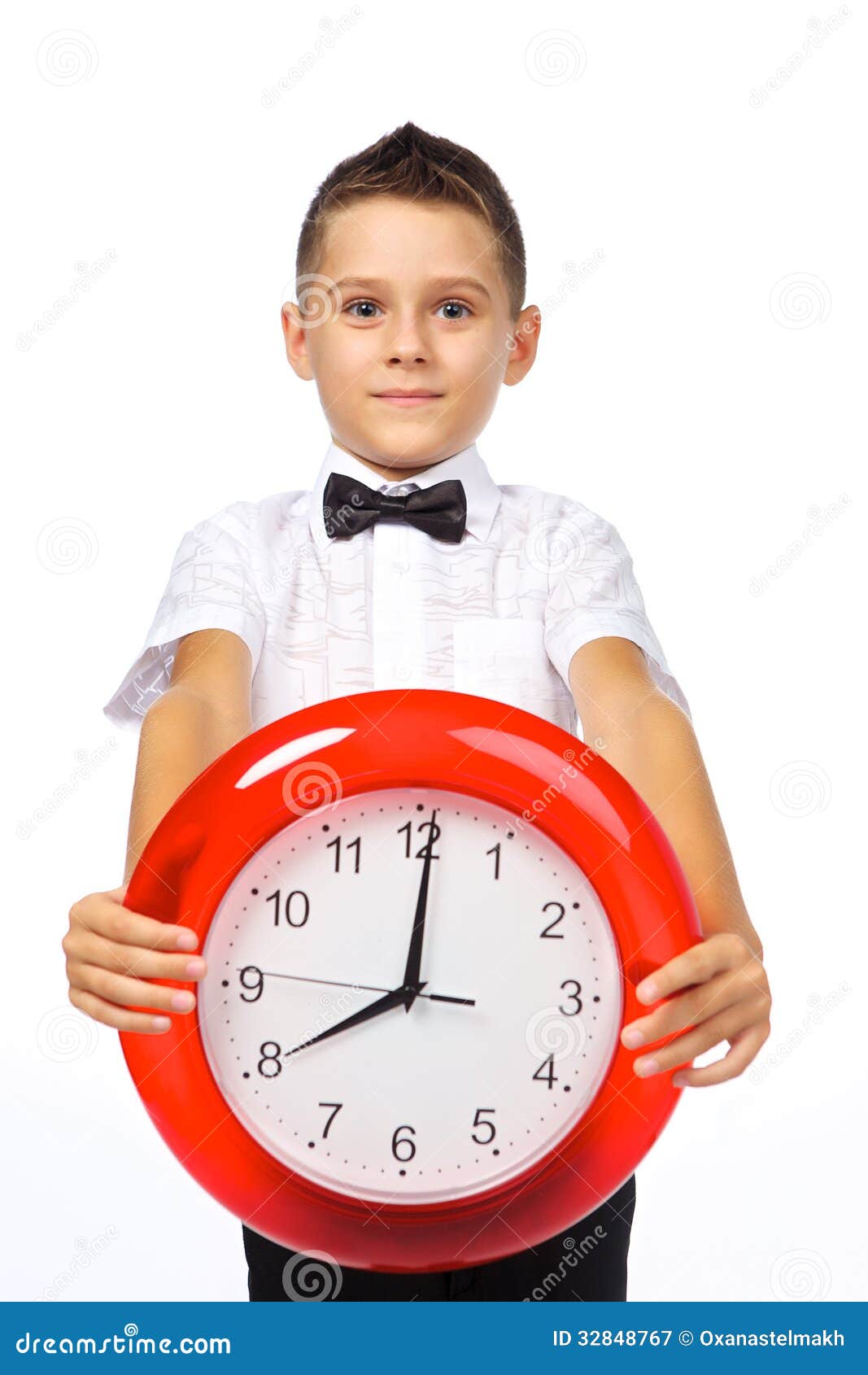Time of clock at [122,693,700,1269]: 8:00
